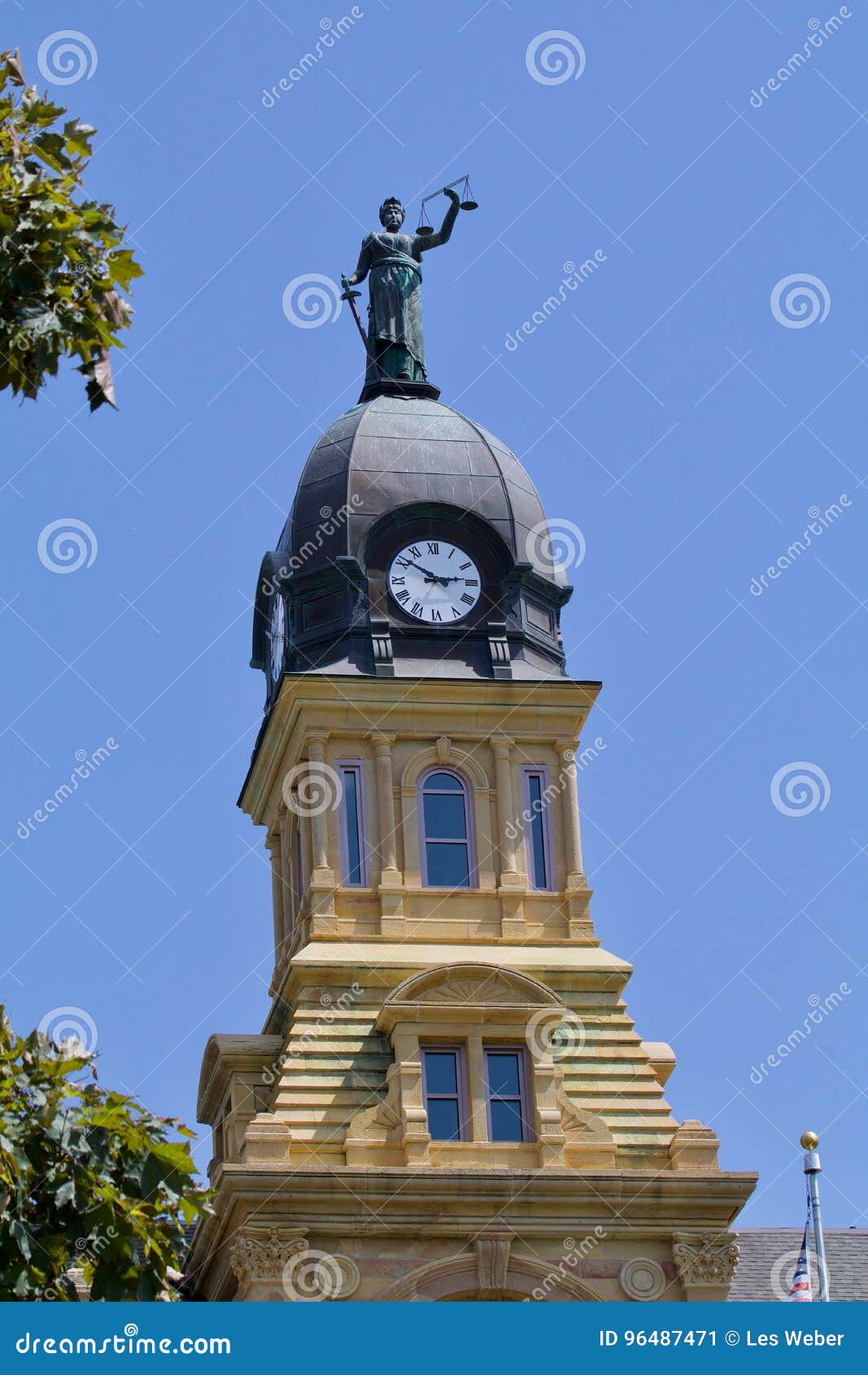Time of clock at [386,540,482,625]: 2:50
